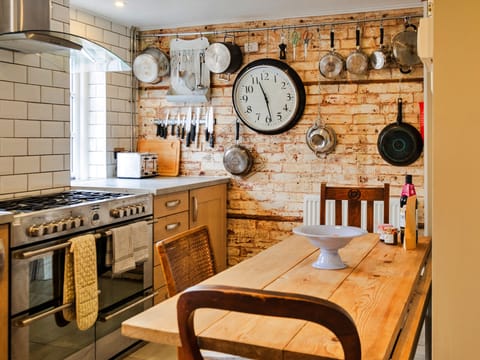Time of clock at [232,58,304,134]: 11:28
